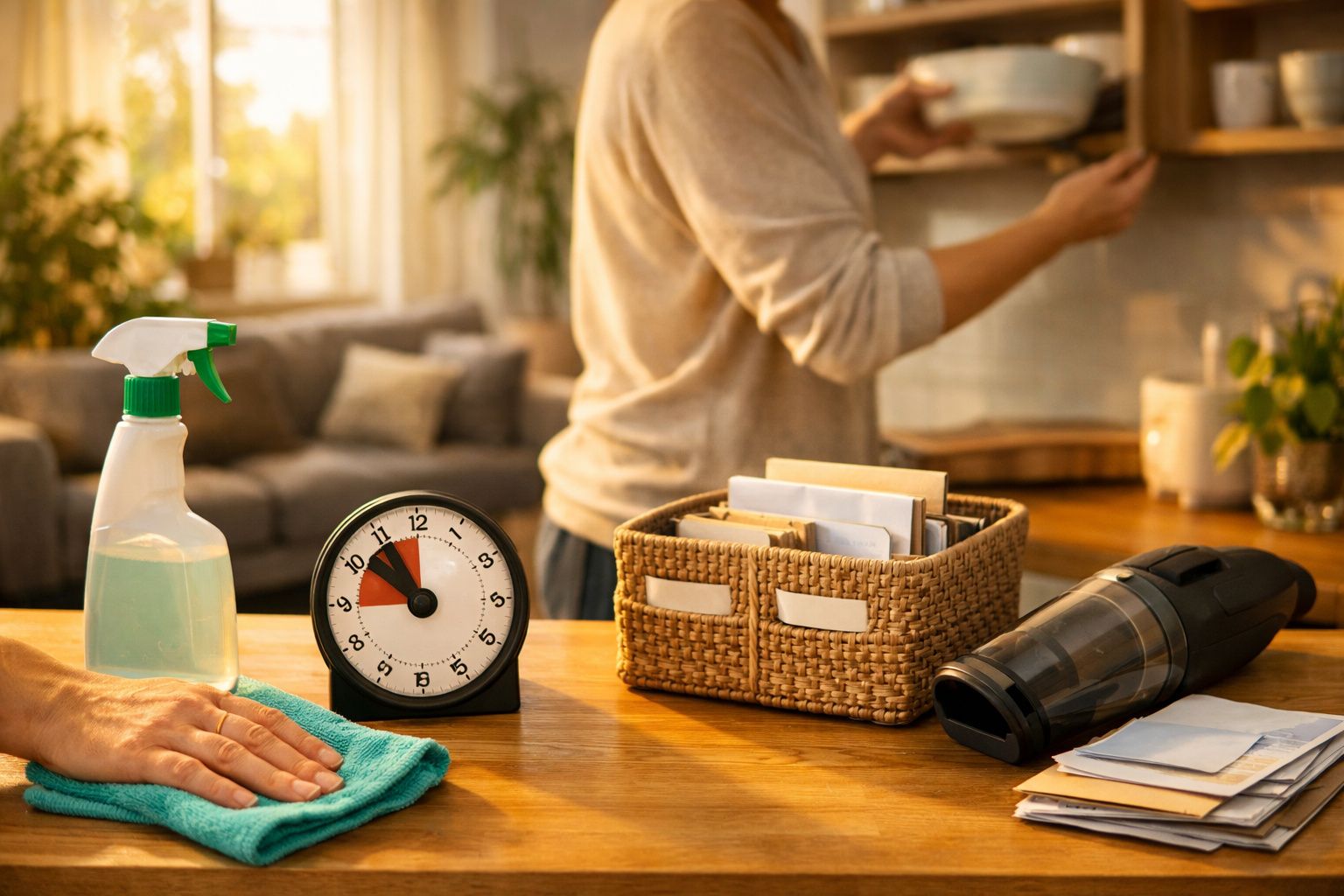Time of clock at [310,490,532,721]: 10:50
